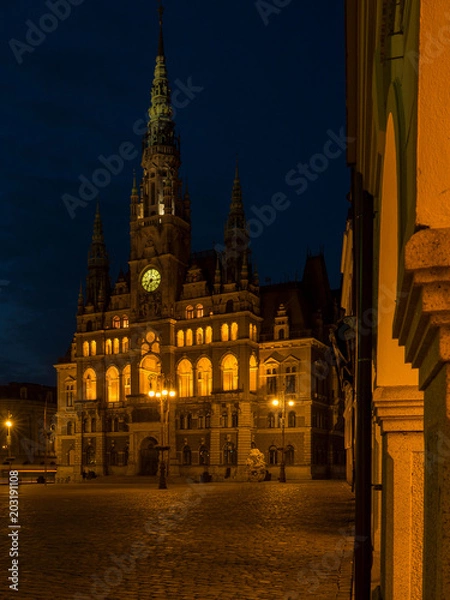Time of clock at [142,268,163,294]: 7:15
